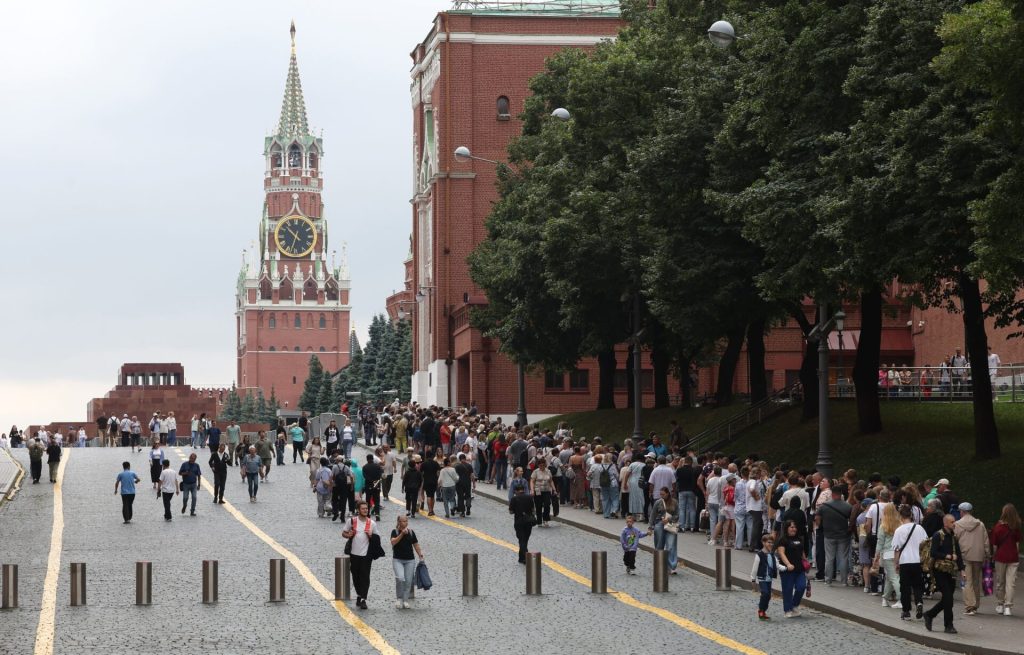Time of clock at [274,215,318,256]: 10:32
